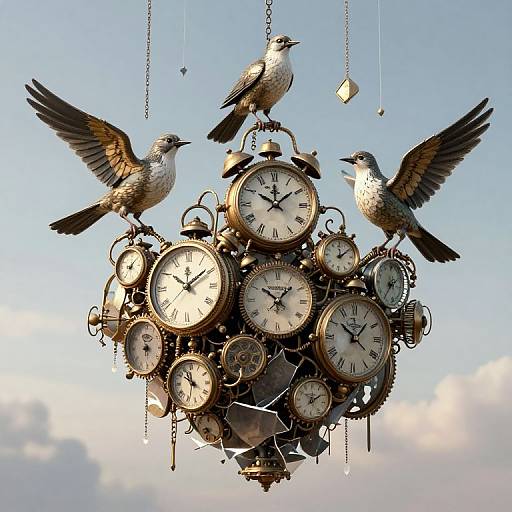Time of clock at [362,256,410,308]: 2:36
